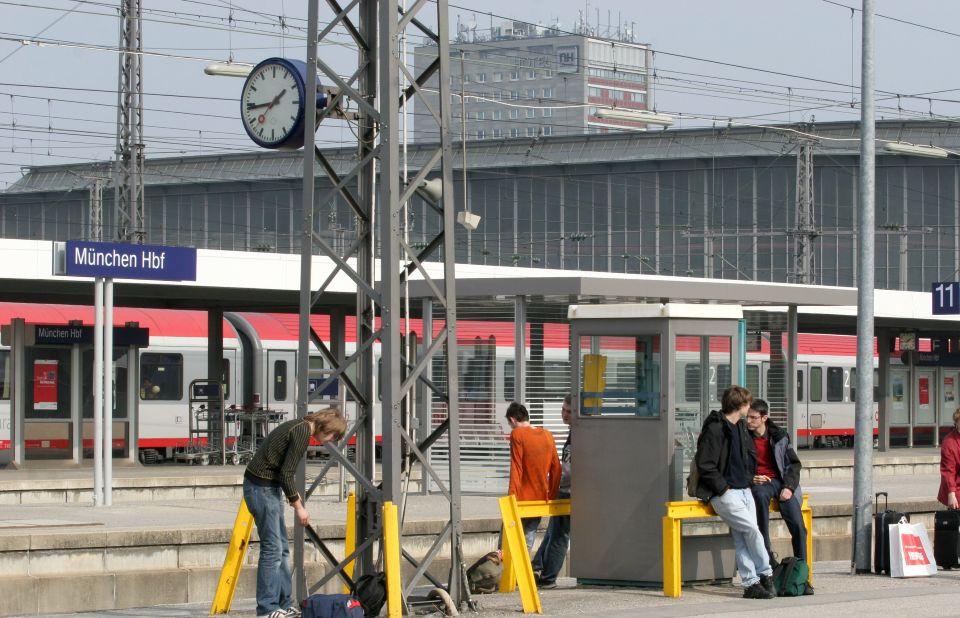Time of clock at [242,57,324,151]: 1:44
